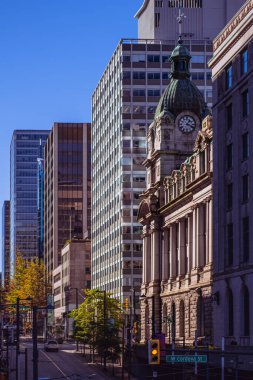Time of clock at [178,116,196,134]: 1:18
